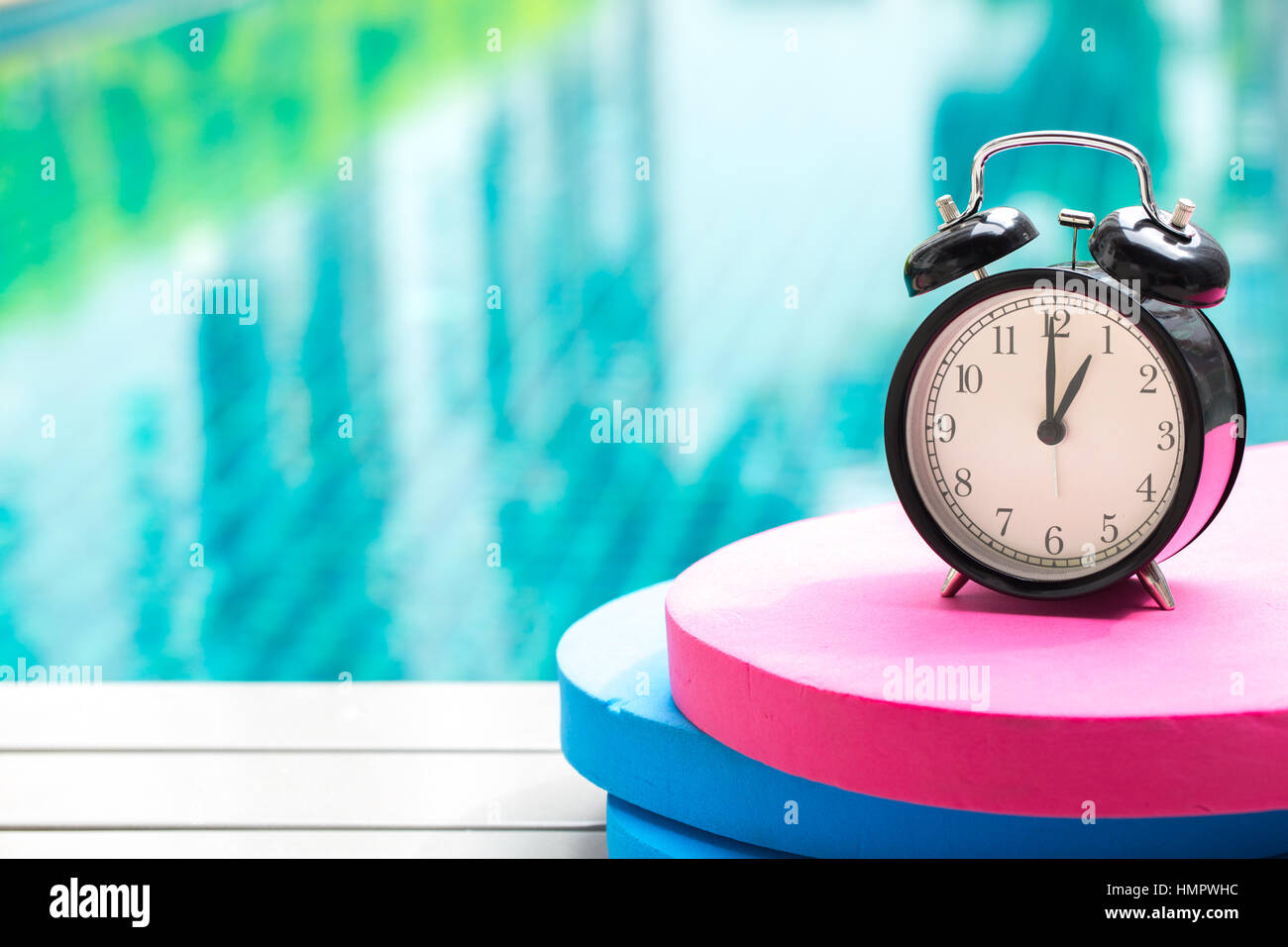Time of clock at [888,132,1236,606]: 1:00
